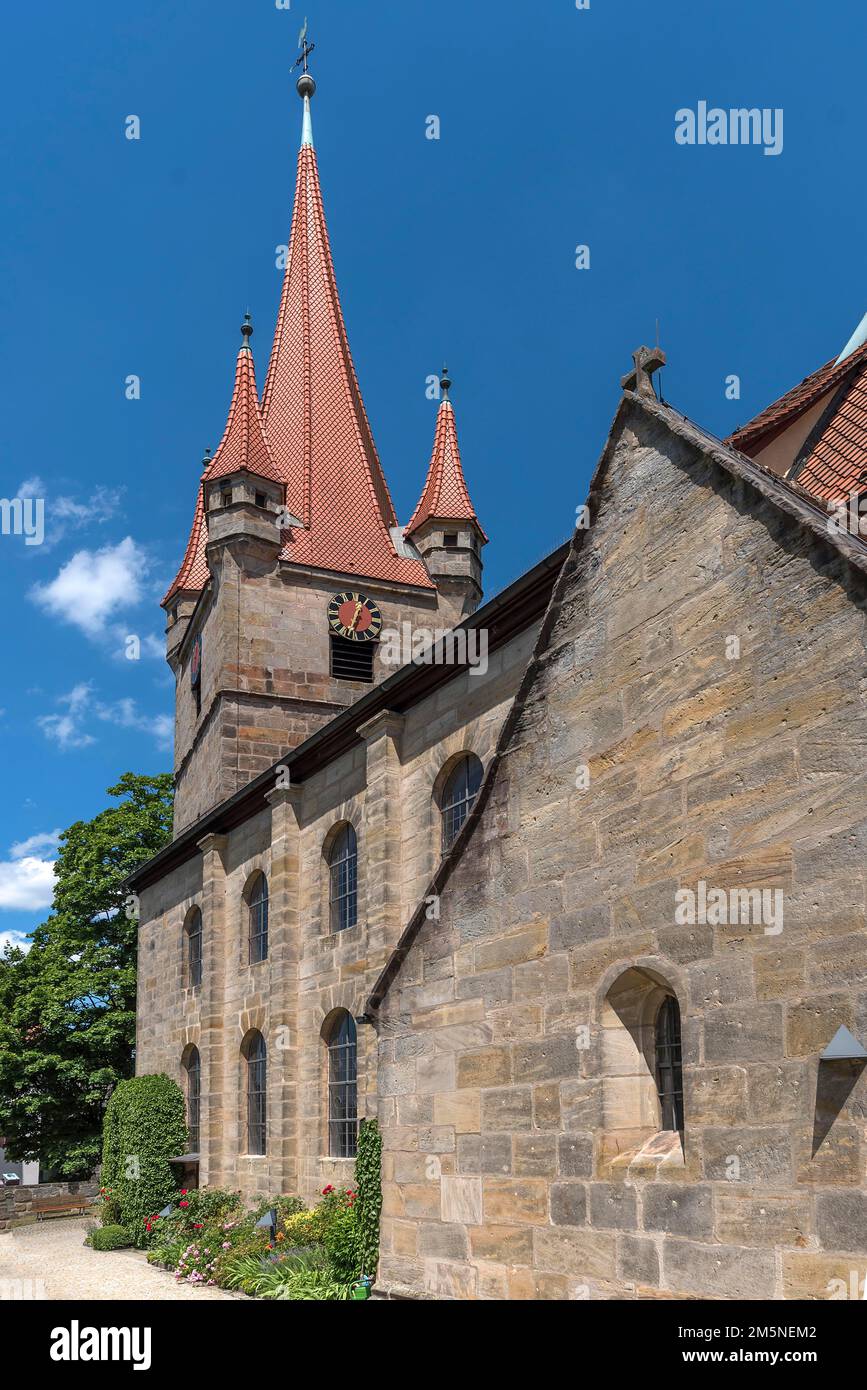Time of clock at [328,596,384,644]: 12:33
